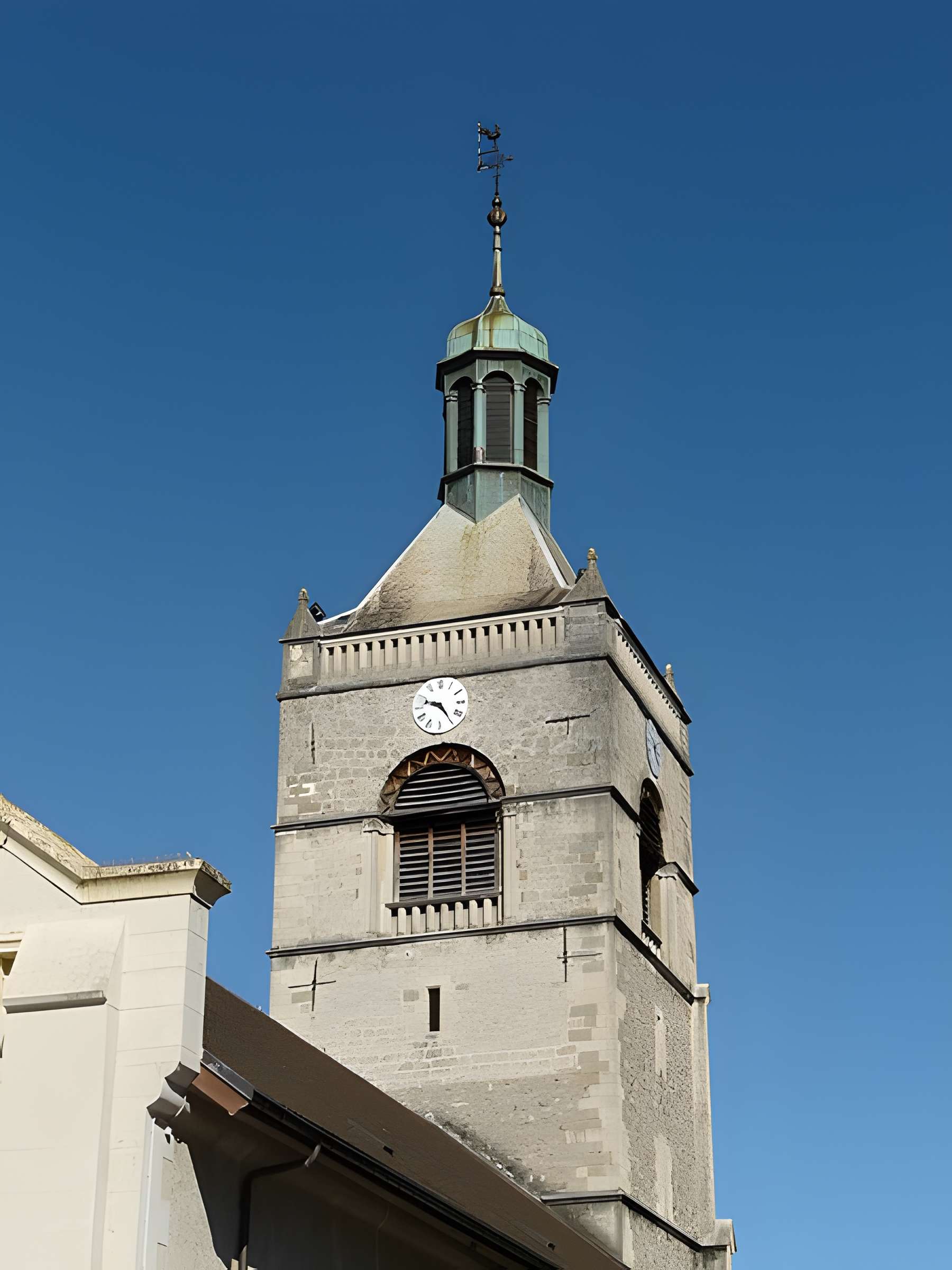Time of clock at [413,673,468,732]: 9:24
